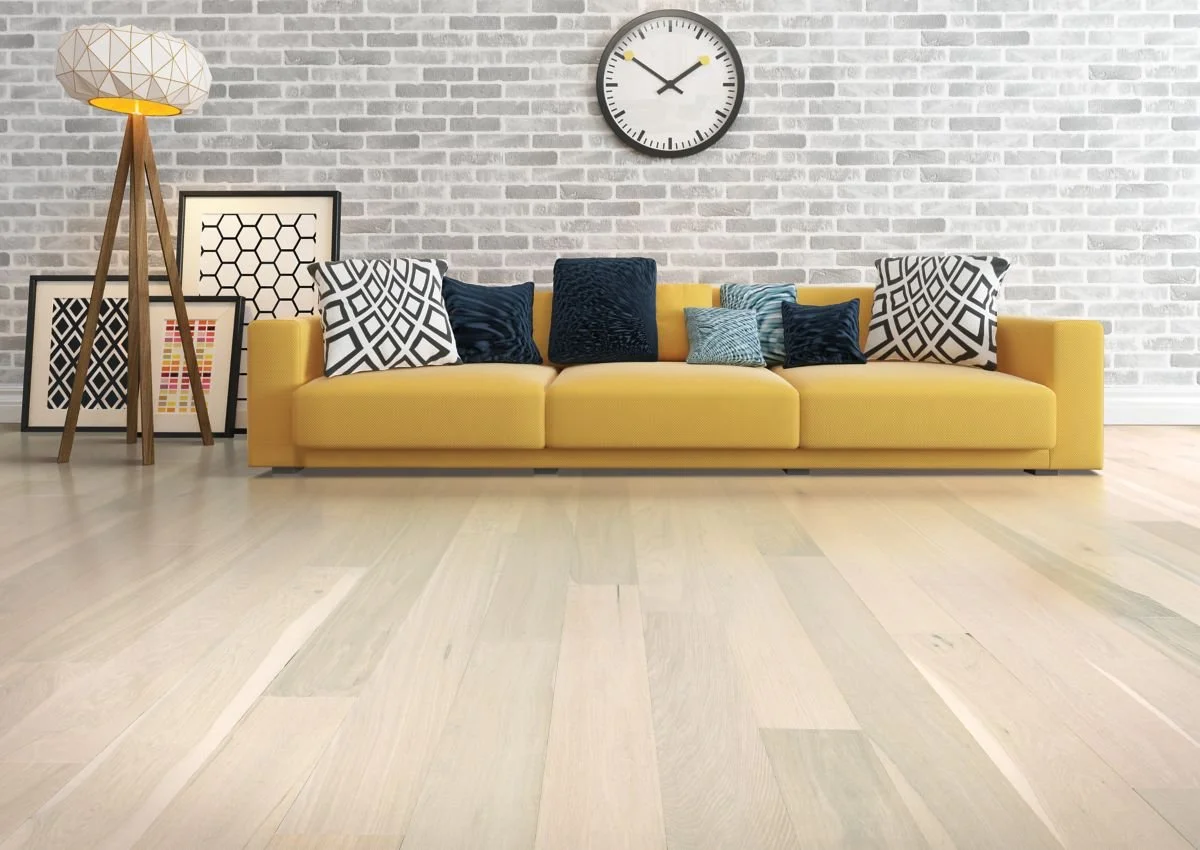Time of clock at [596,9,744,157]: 1:50
